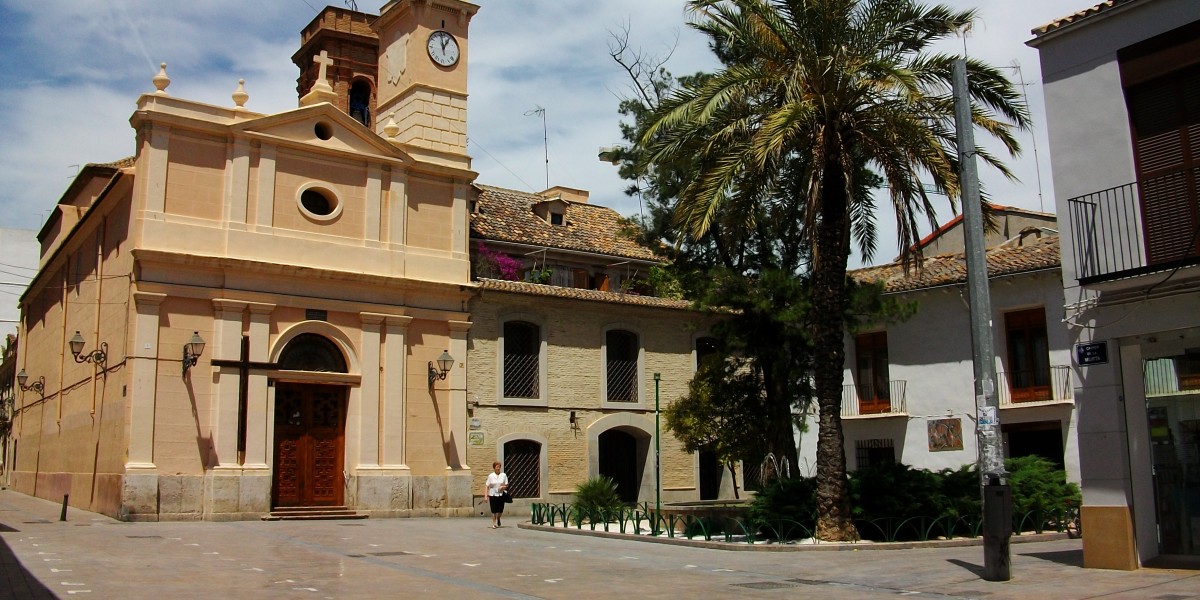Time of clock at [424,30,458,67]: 12:58
